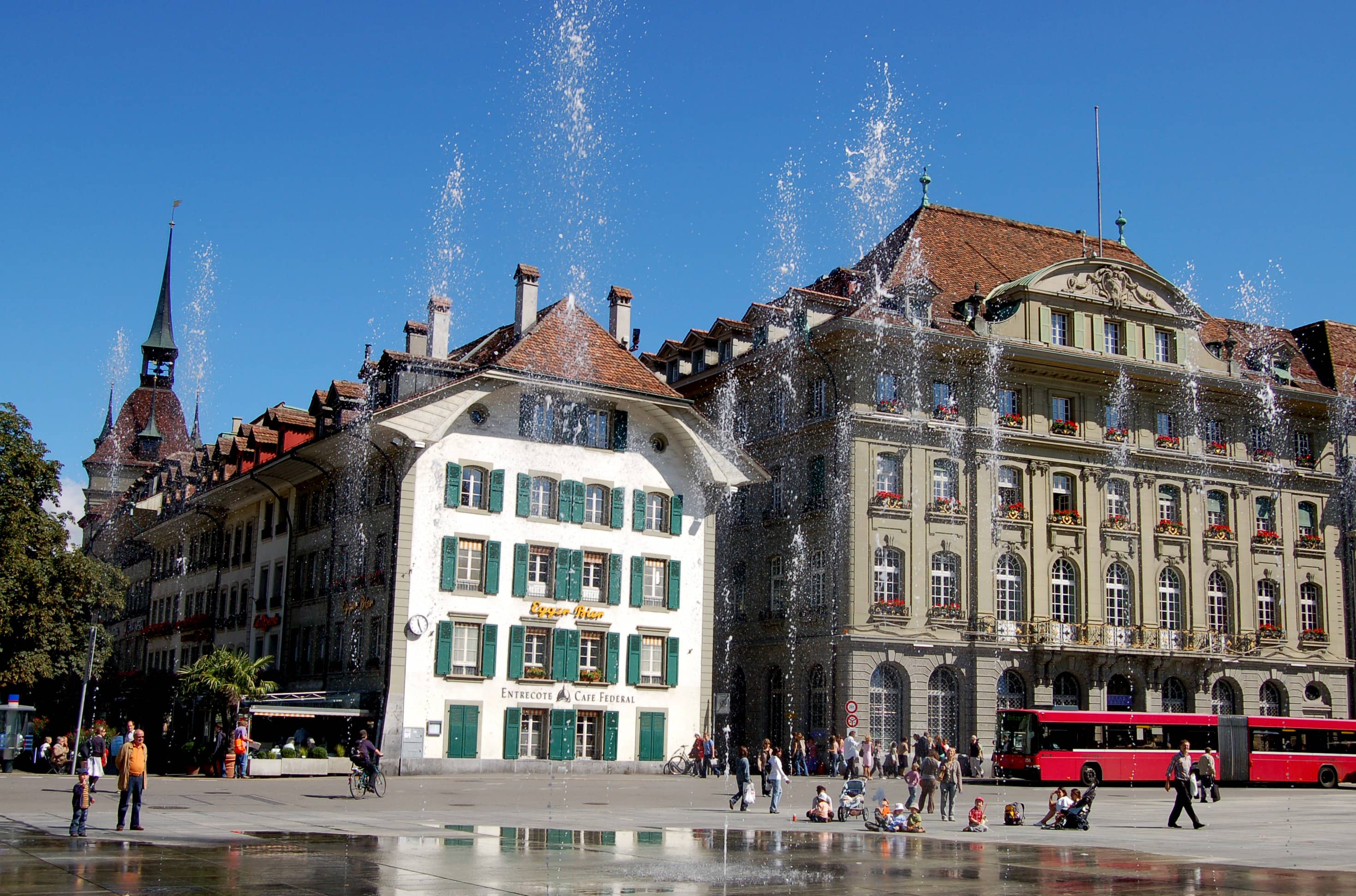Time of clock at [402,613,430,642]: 11:25
